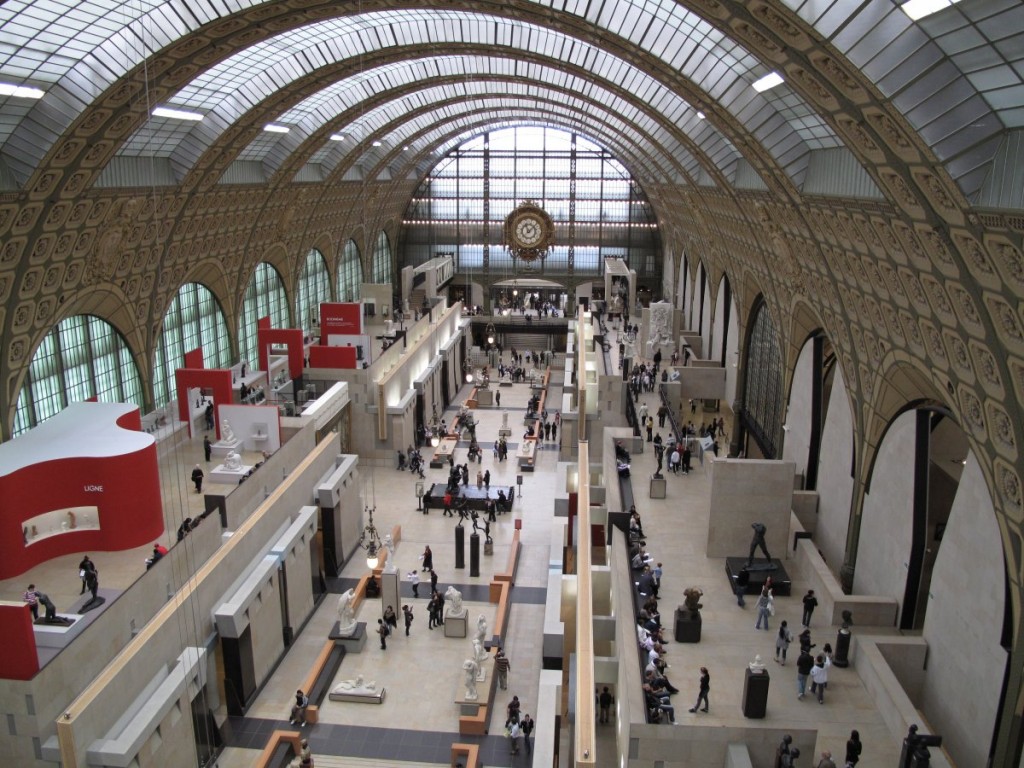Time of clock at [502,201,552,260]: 11:07
